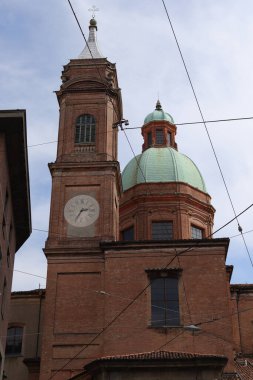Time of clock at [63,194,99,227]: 2:34
